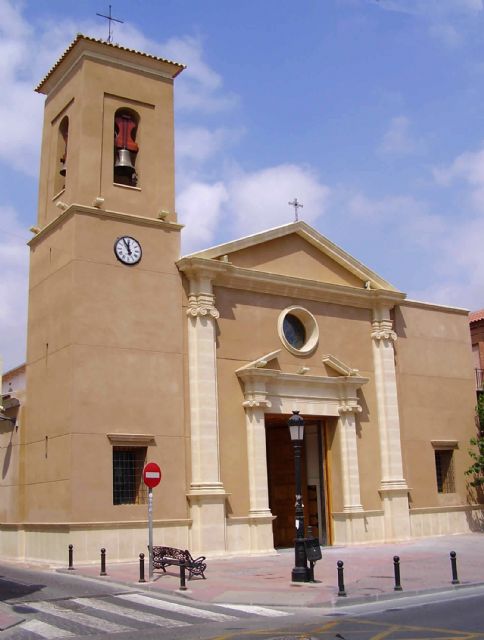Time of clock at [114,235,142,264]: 11:55
